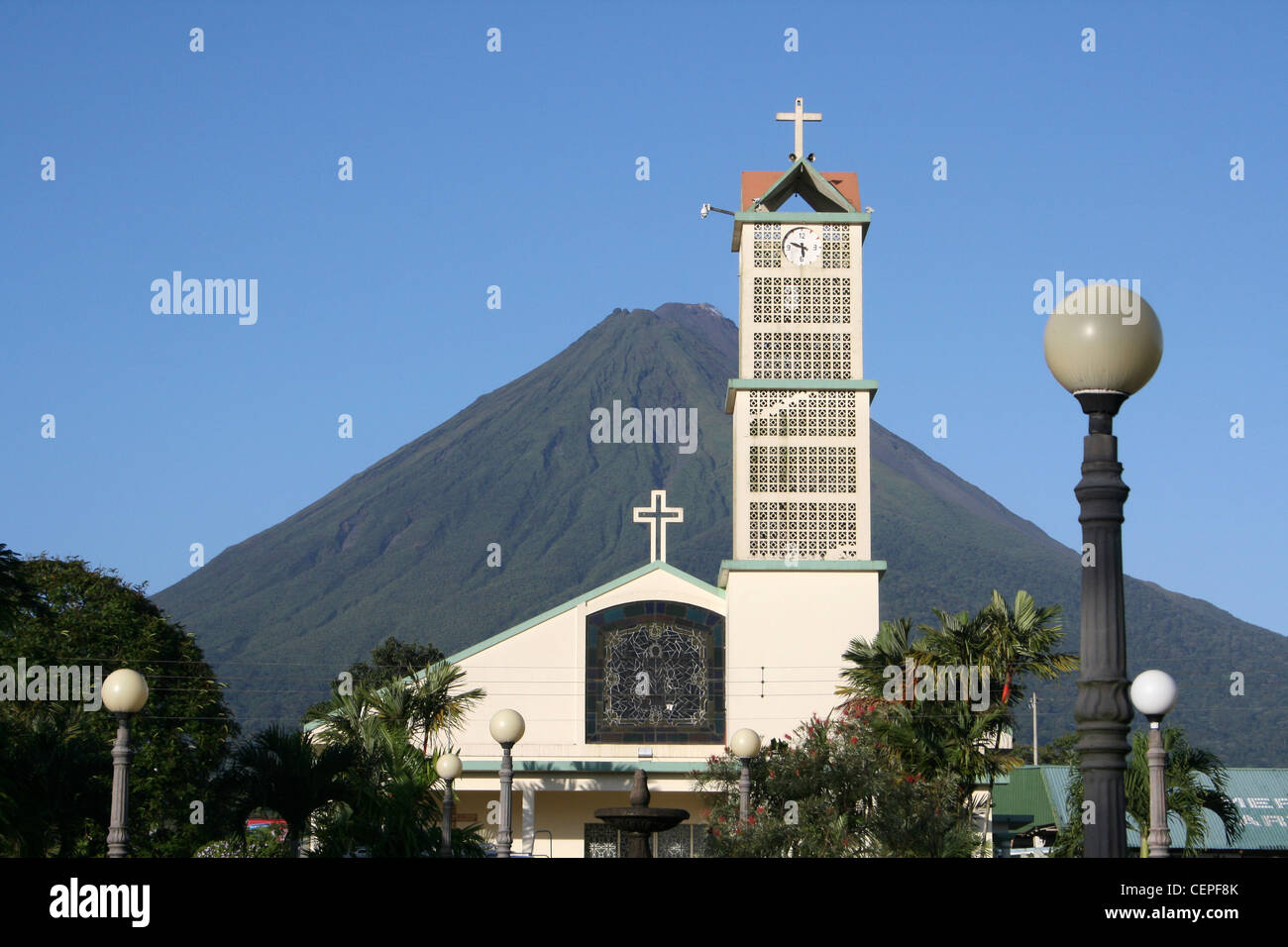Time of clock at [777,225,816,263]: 5:48
